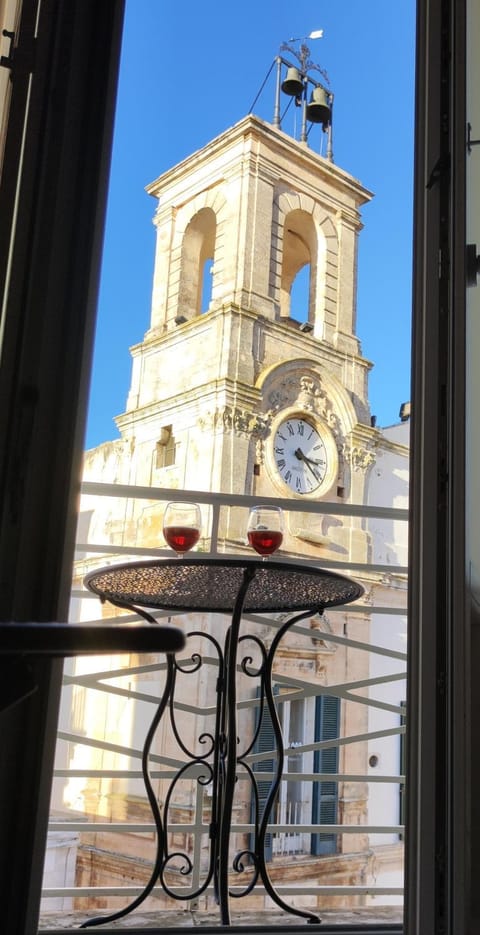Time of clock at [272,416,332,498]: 3:21
